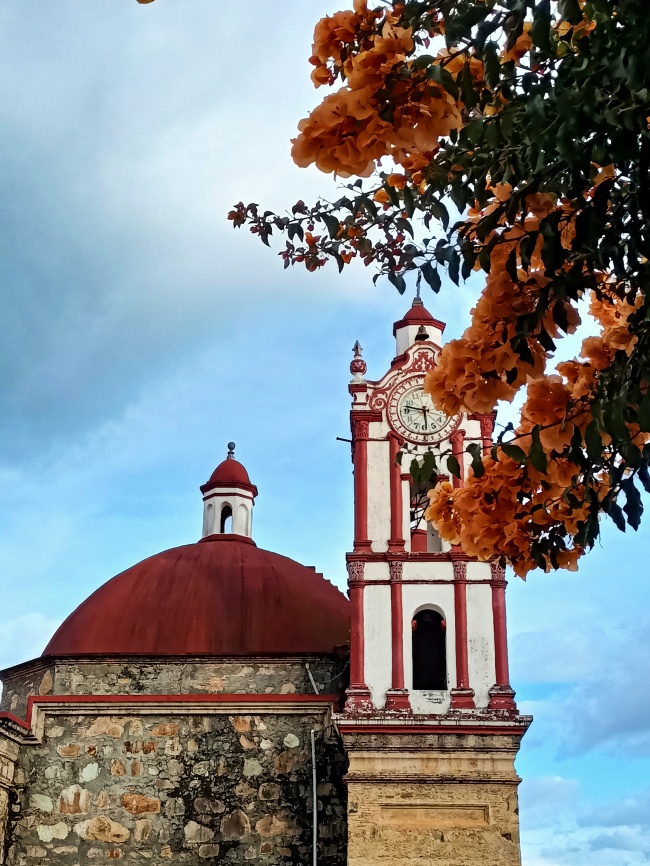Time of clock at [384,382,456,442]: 5:47
